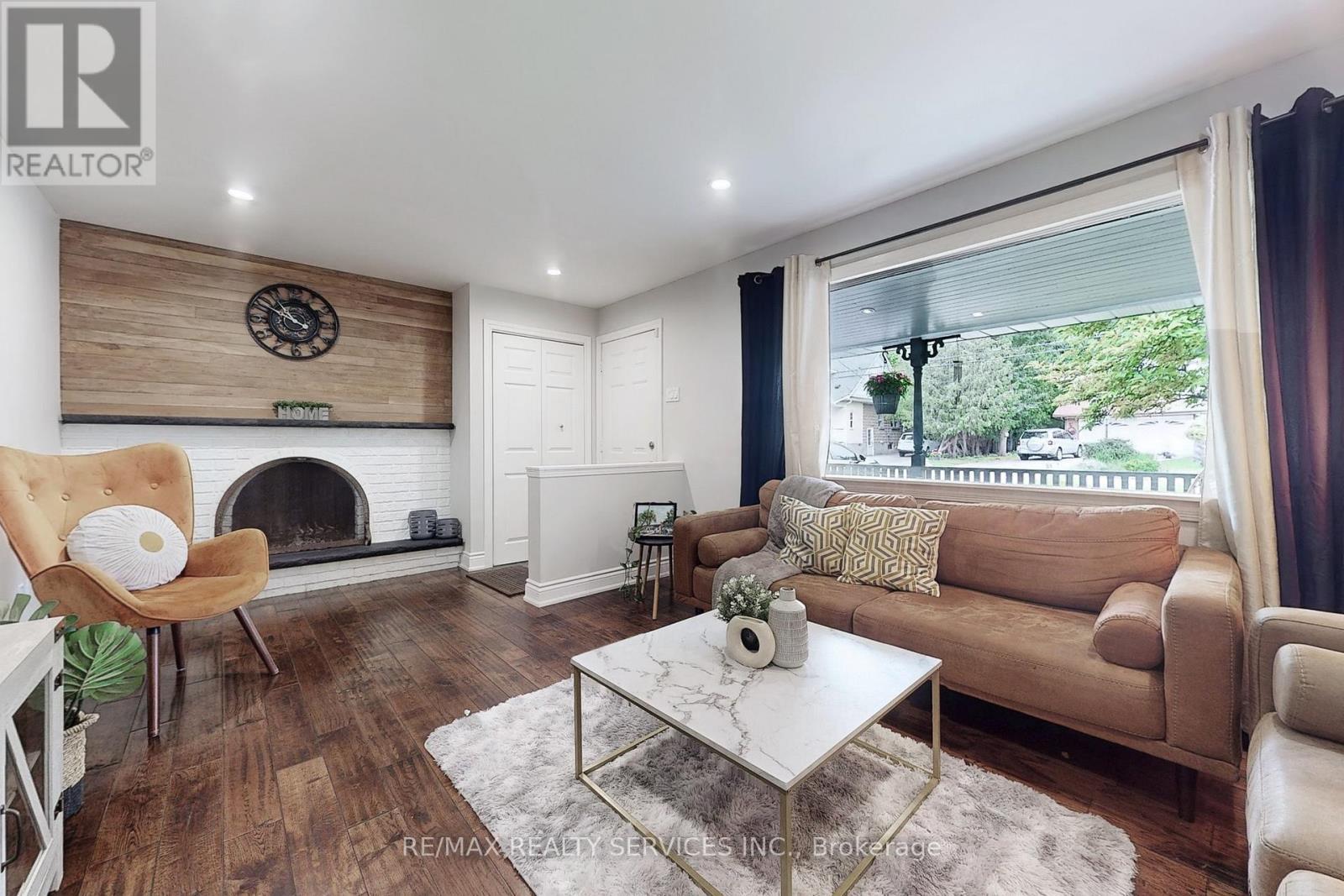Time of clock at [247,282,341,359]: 10:49
